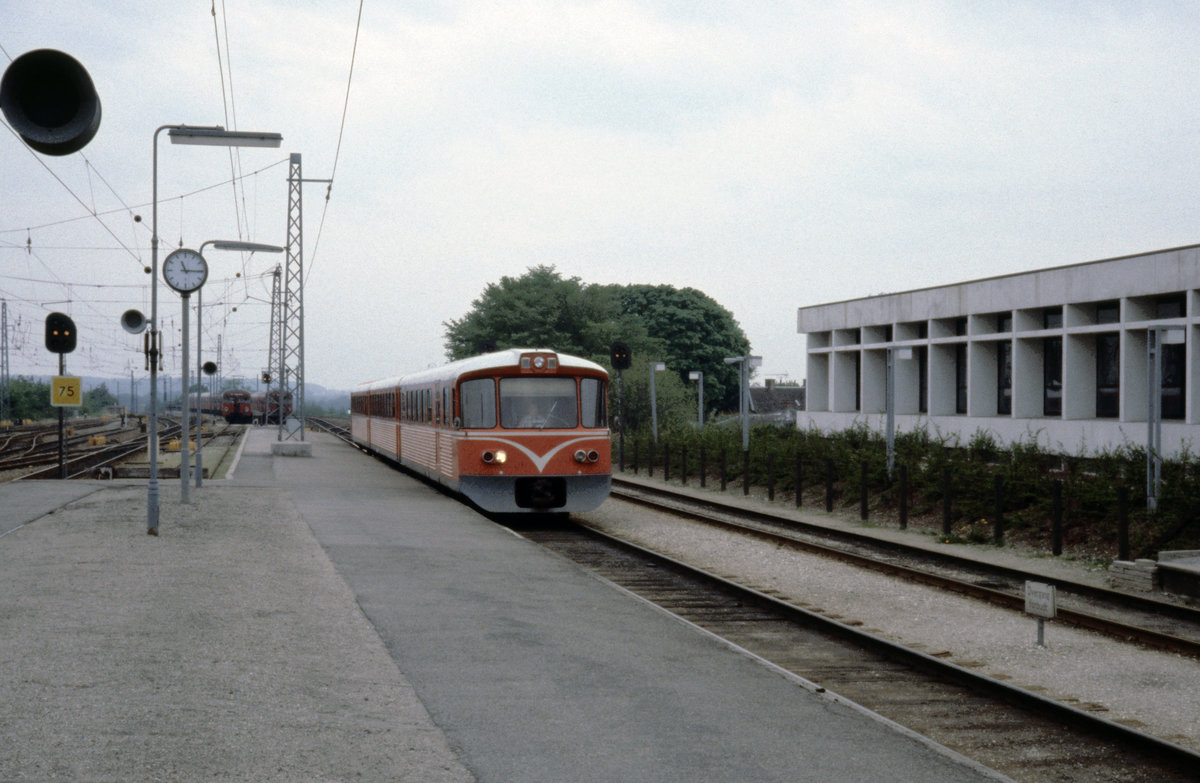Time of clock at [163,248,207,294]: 11:15
